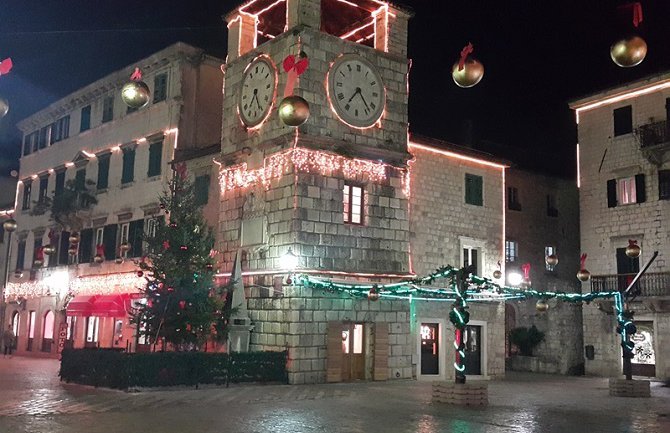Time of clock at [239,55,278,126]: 7:25
